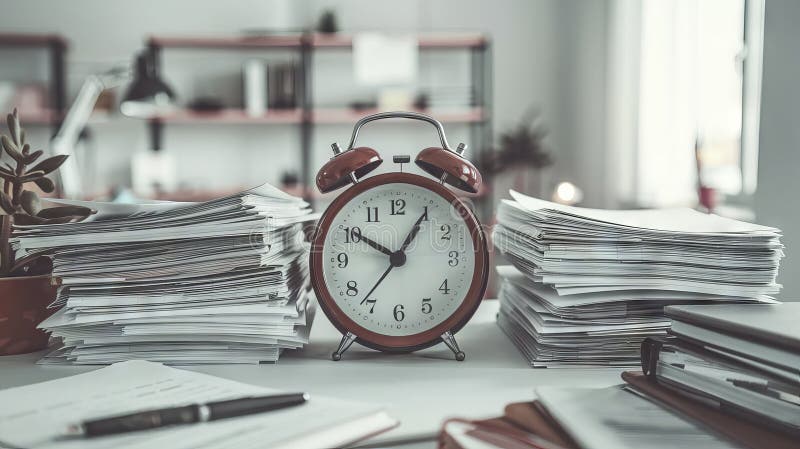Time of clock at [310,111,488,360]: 10:05
